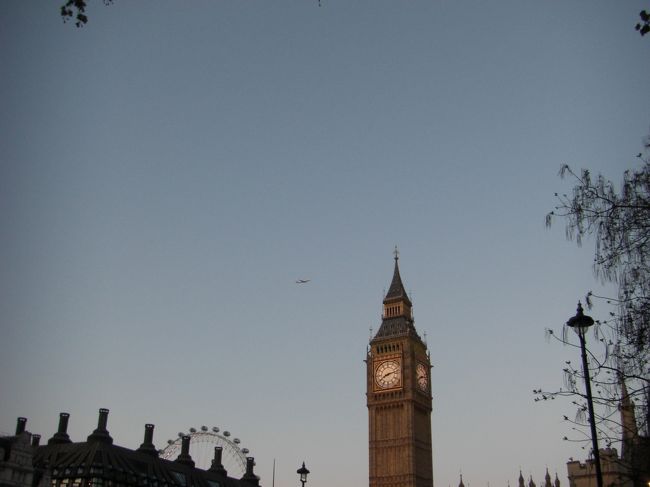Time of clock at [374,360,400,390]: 8:12
